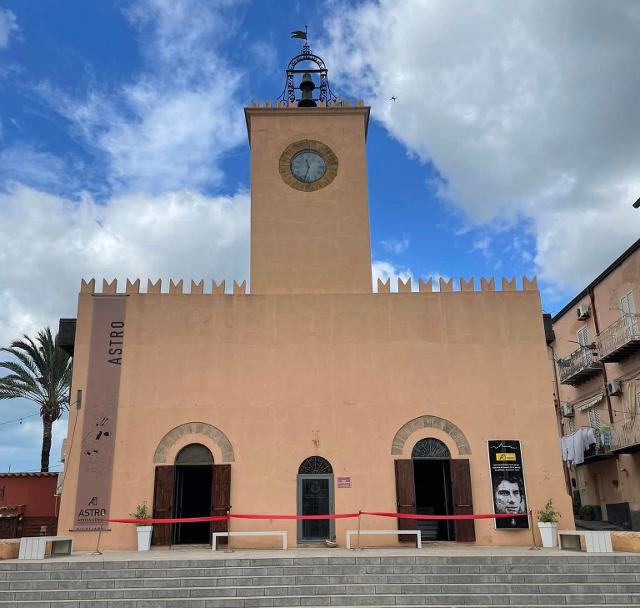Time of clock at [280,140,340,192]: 11:32
